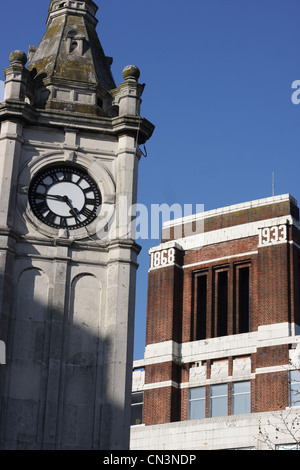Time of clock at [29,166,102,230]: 4:44
